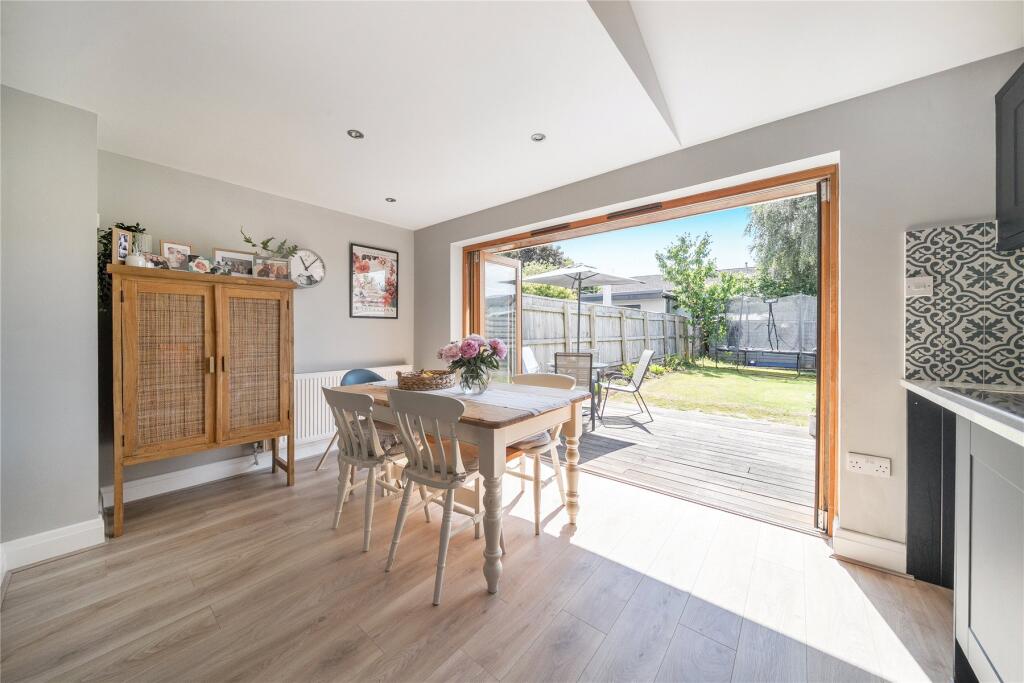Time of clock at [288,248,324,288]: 11:07
